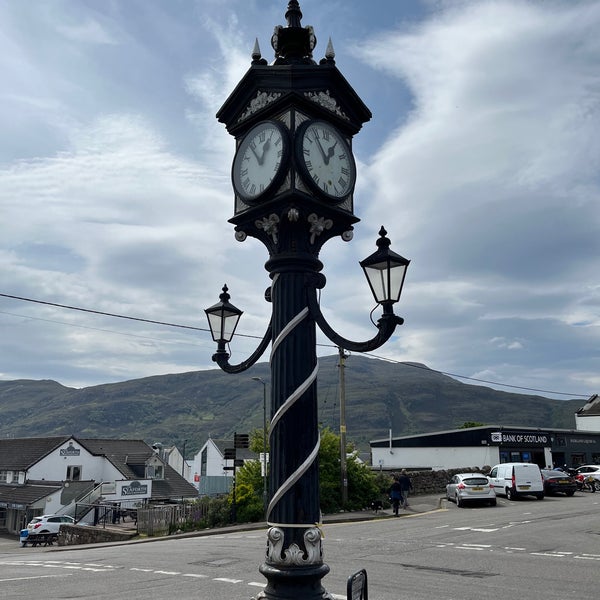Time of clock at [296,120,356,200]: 12:54
